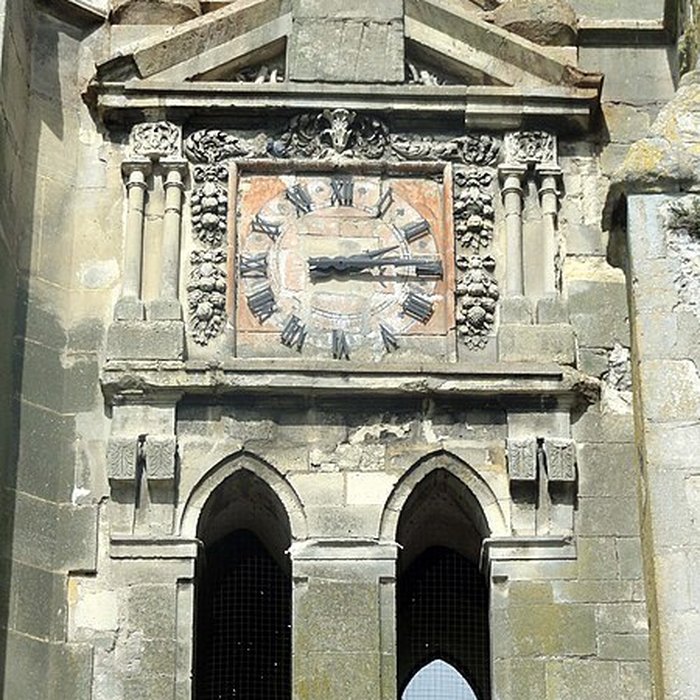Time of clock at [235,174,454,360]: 2:14
